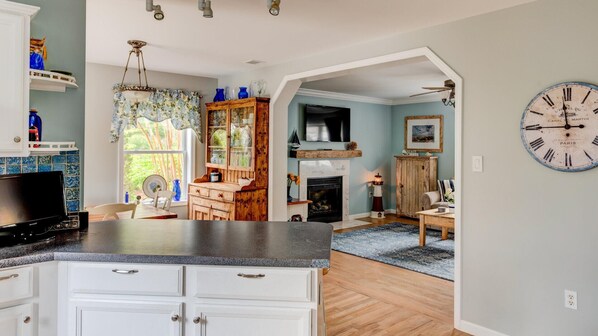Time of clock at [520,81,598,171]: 11:44
